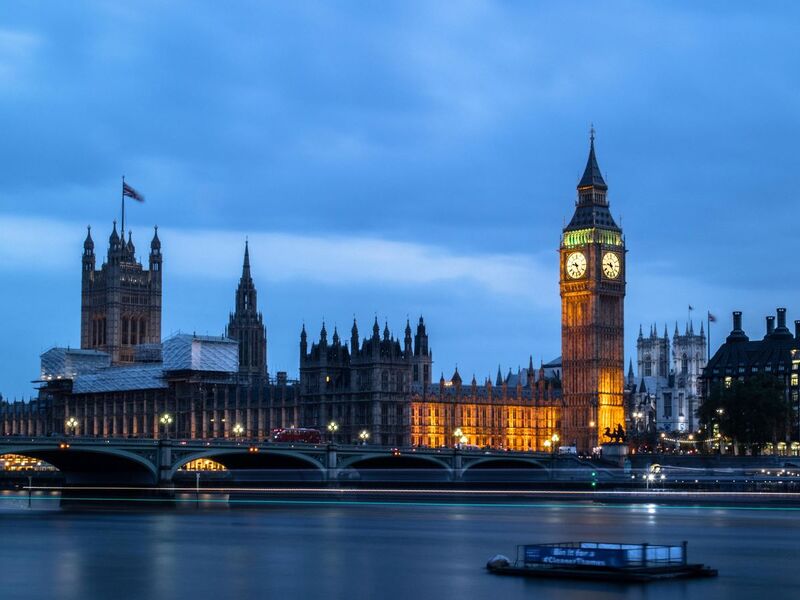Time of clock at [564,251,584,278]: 9:26
